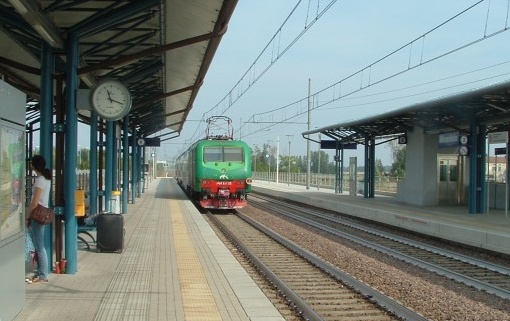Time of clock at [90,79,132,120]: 11:18
